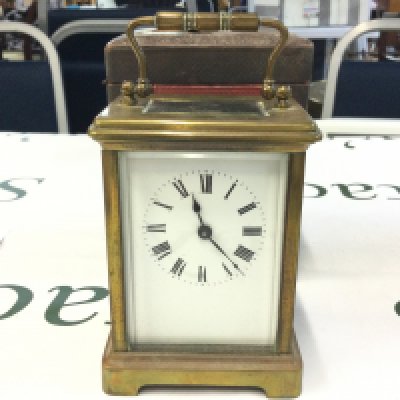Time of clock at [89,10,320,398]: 11:21
